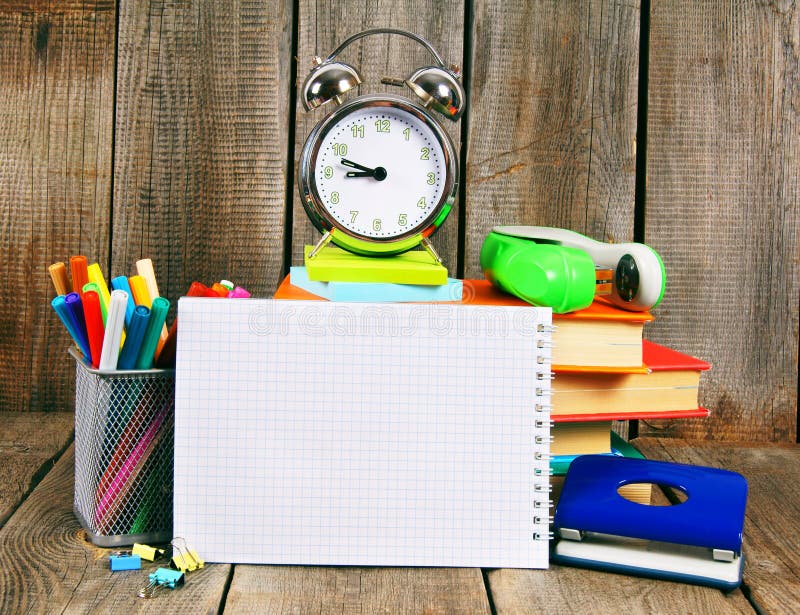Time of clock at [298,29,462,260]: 8:47
